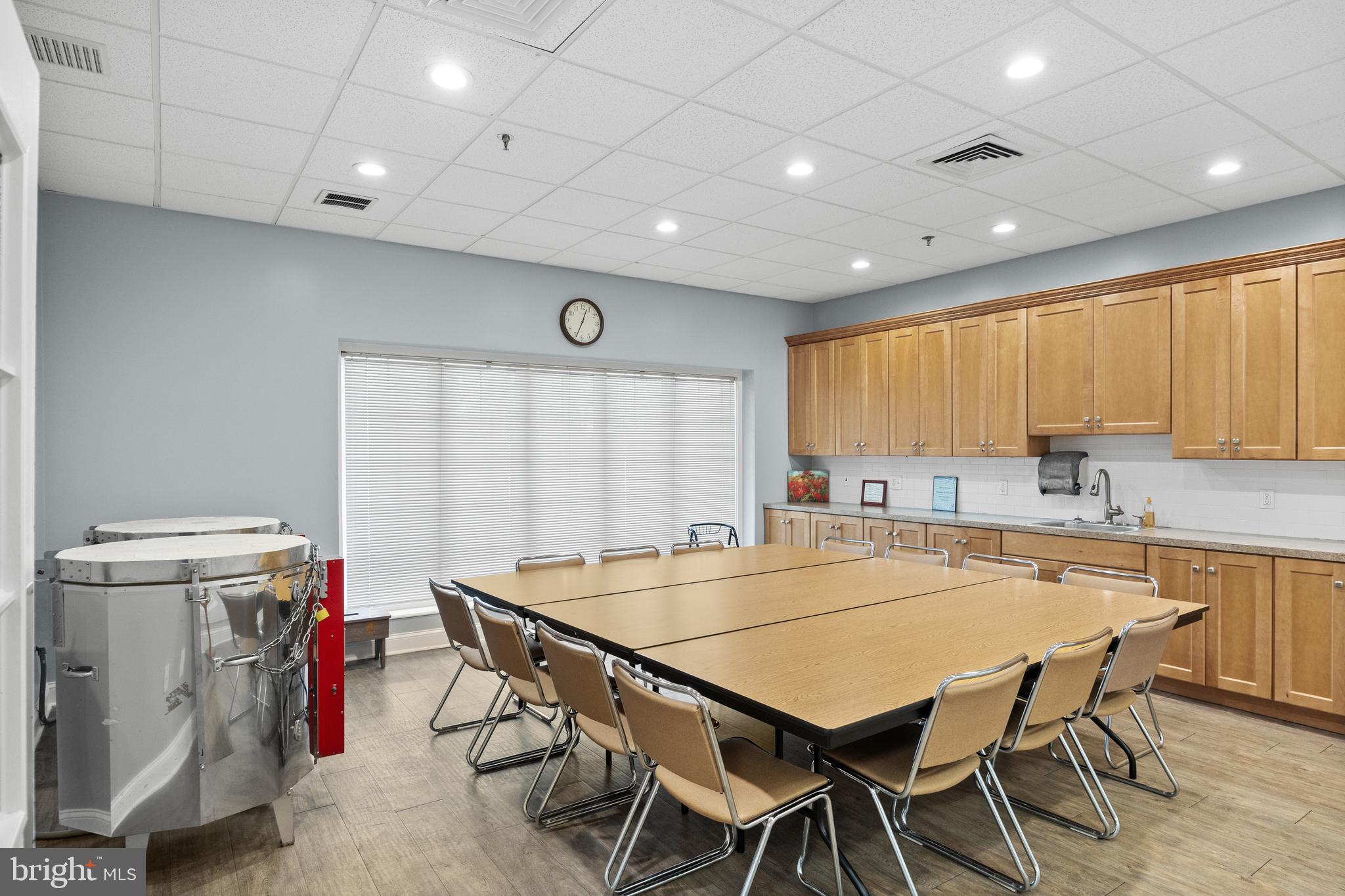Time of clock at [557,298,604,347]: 12:33
